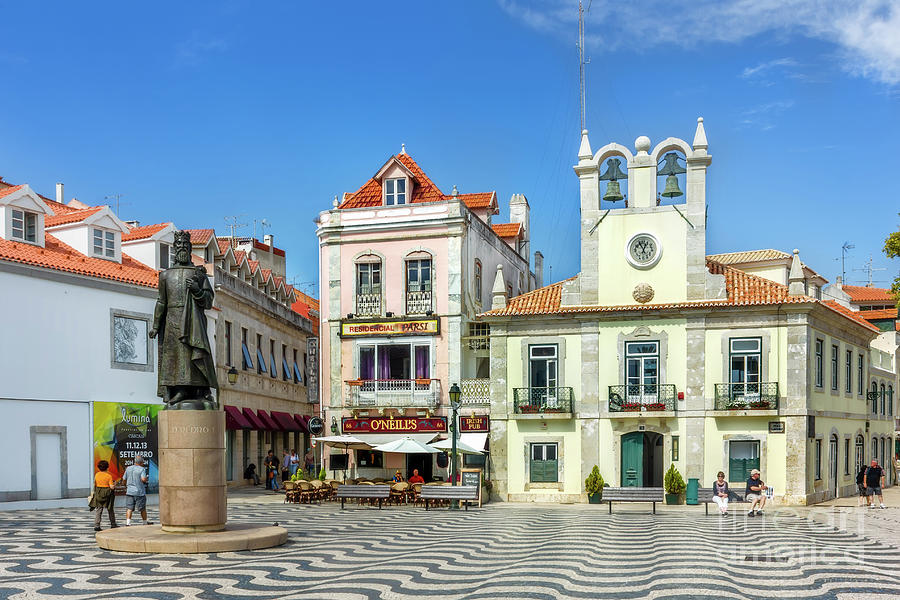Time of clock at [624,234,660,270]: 12:55
